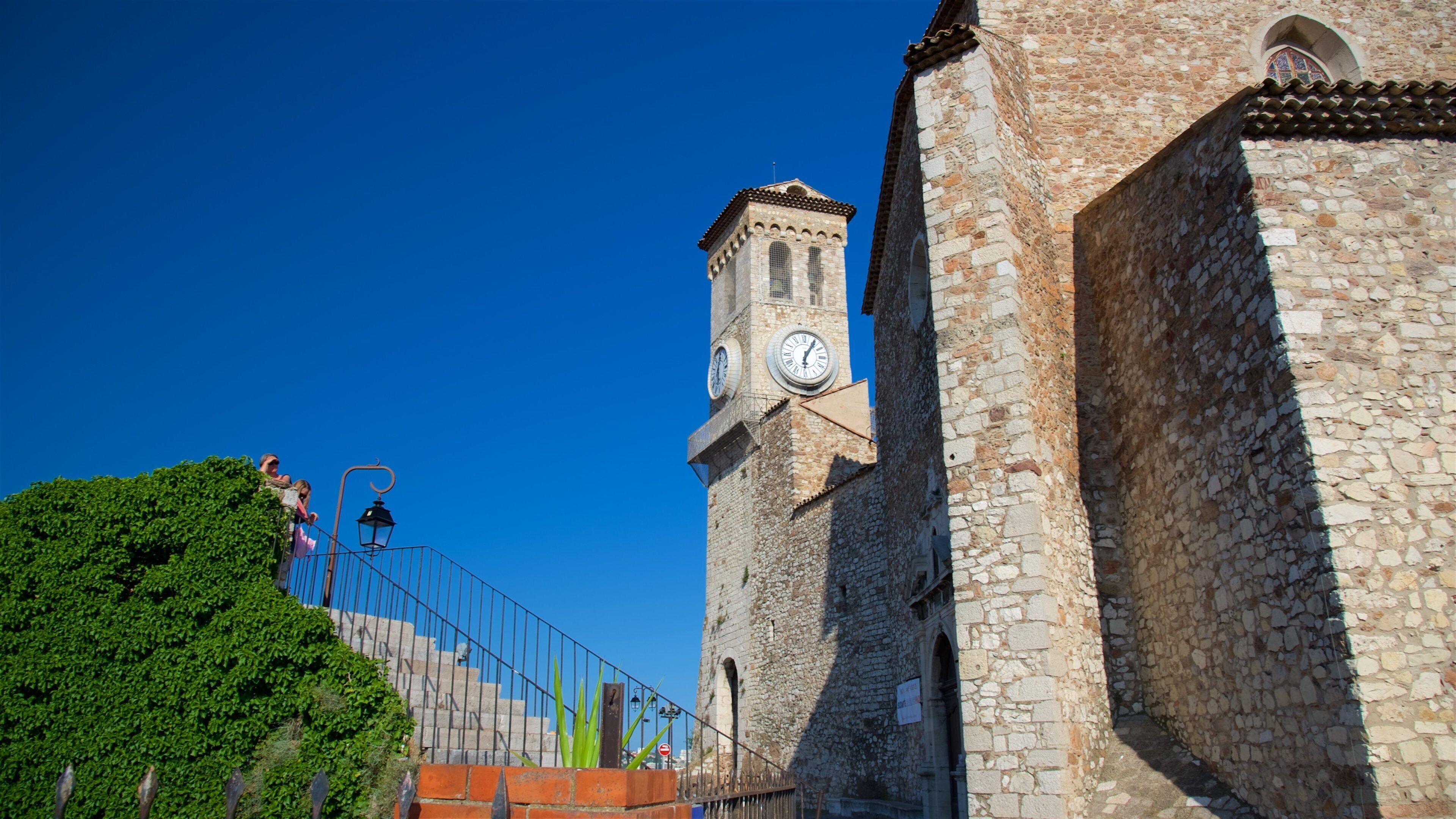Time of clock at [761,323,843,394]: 6:05
